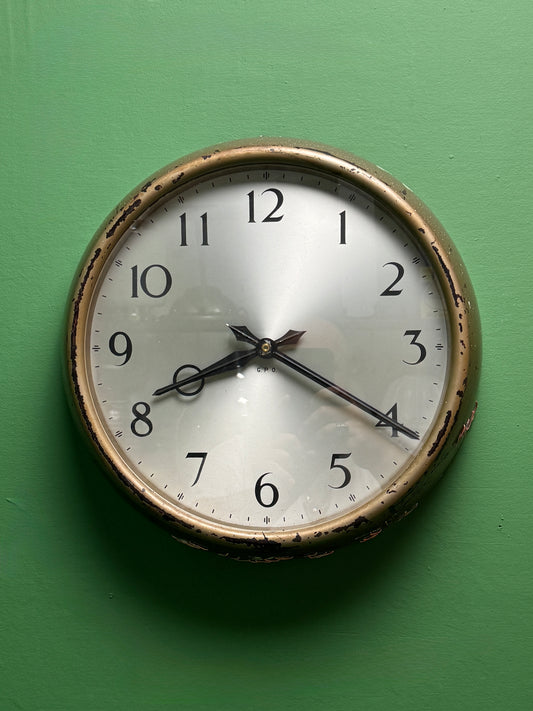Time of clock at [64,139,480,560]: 8:20
